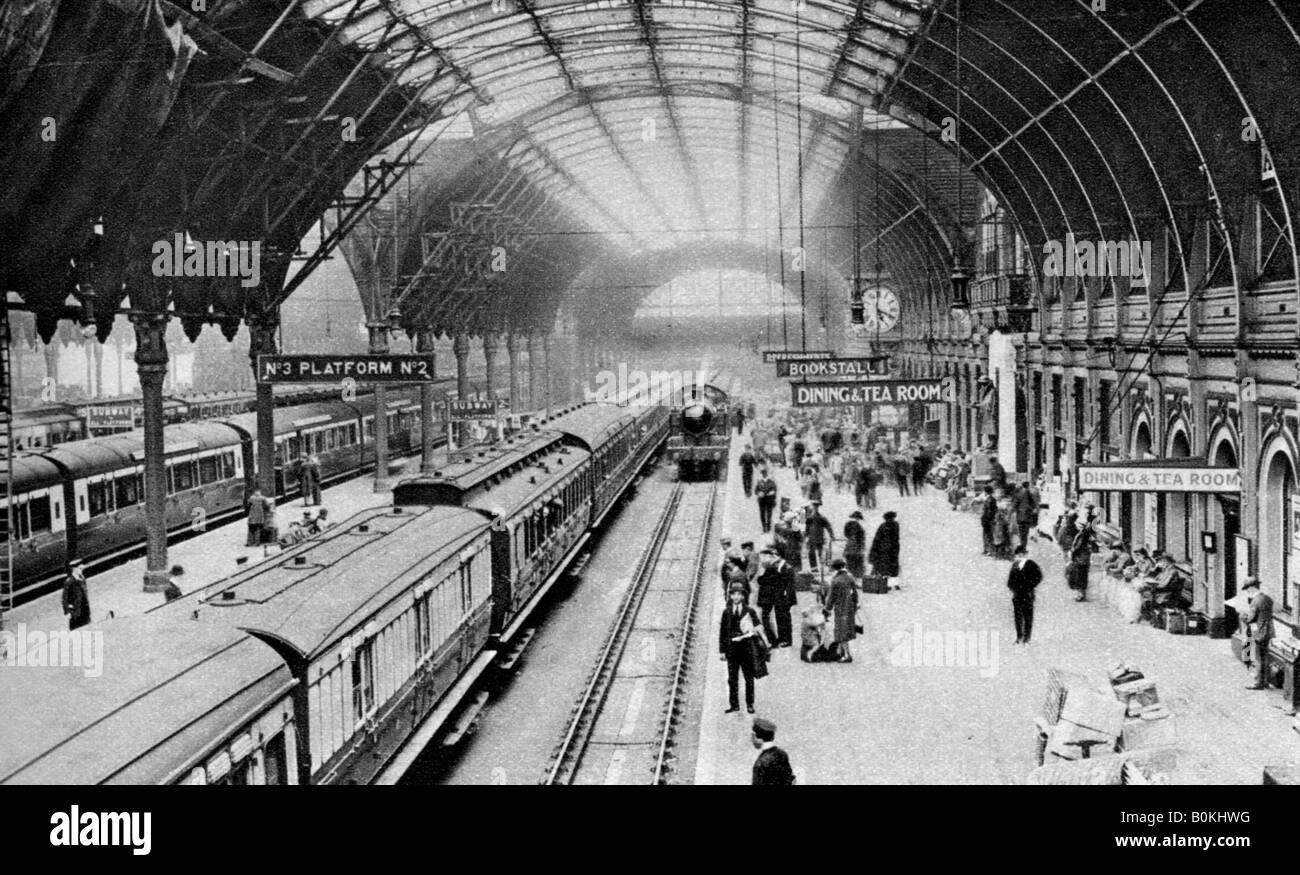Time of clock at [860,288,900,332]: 5:18
